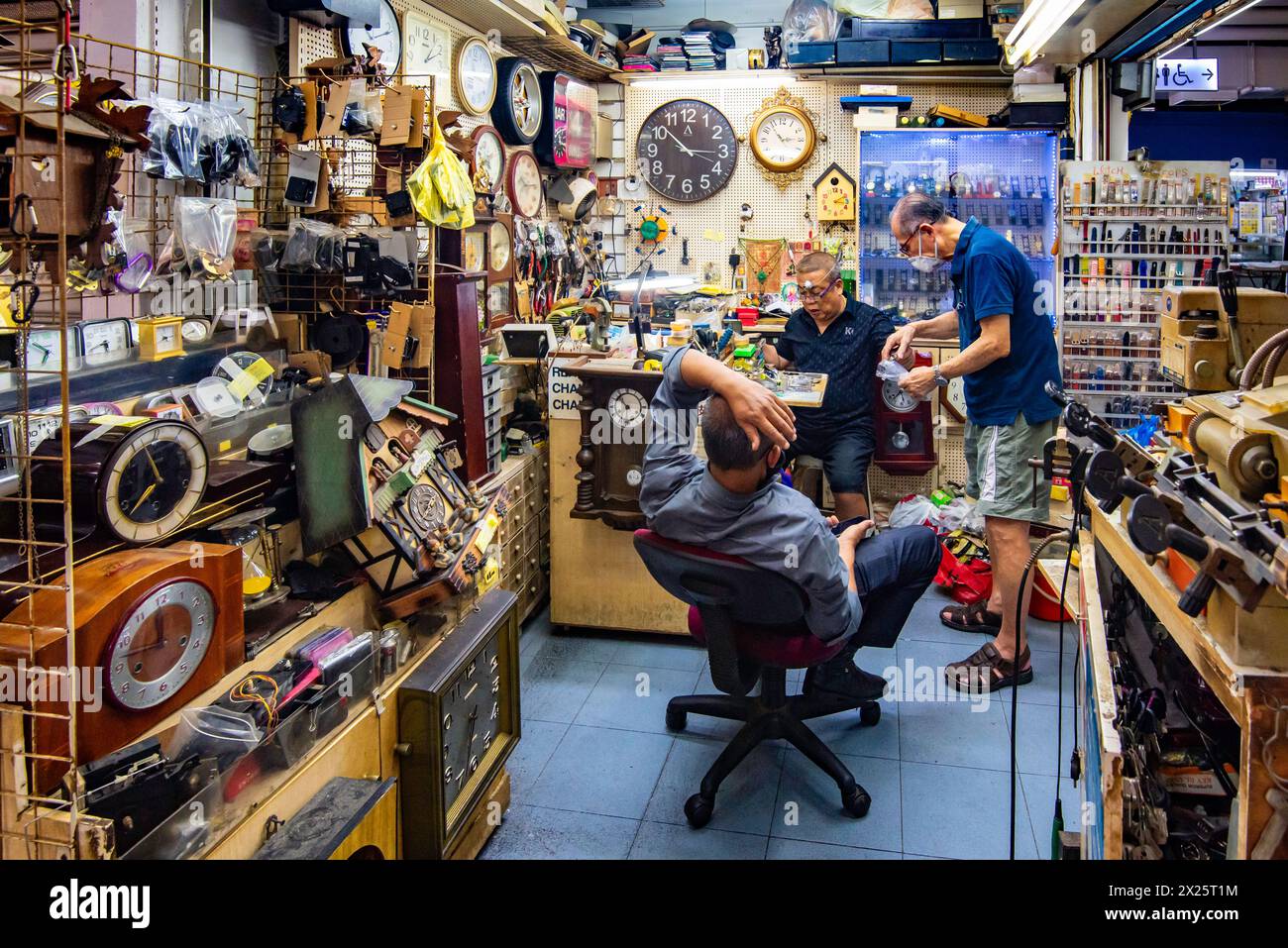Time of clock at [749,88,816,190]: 2:53
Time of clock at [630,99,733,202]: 2:52
